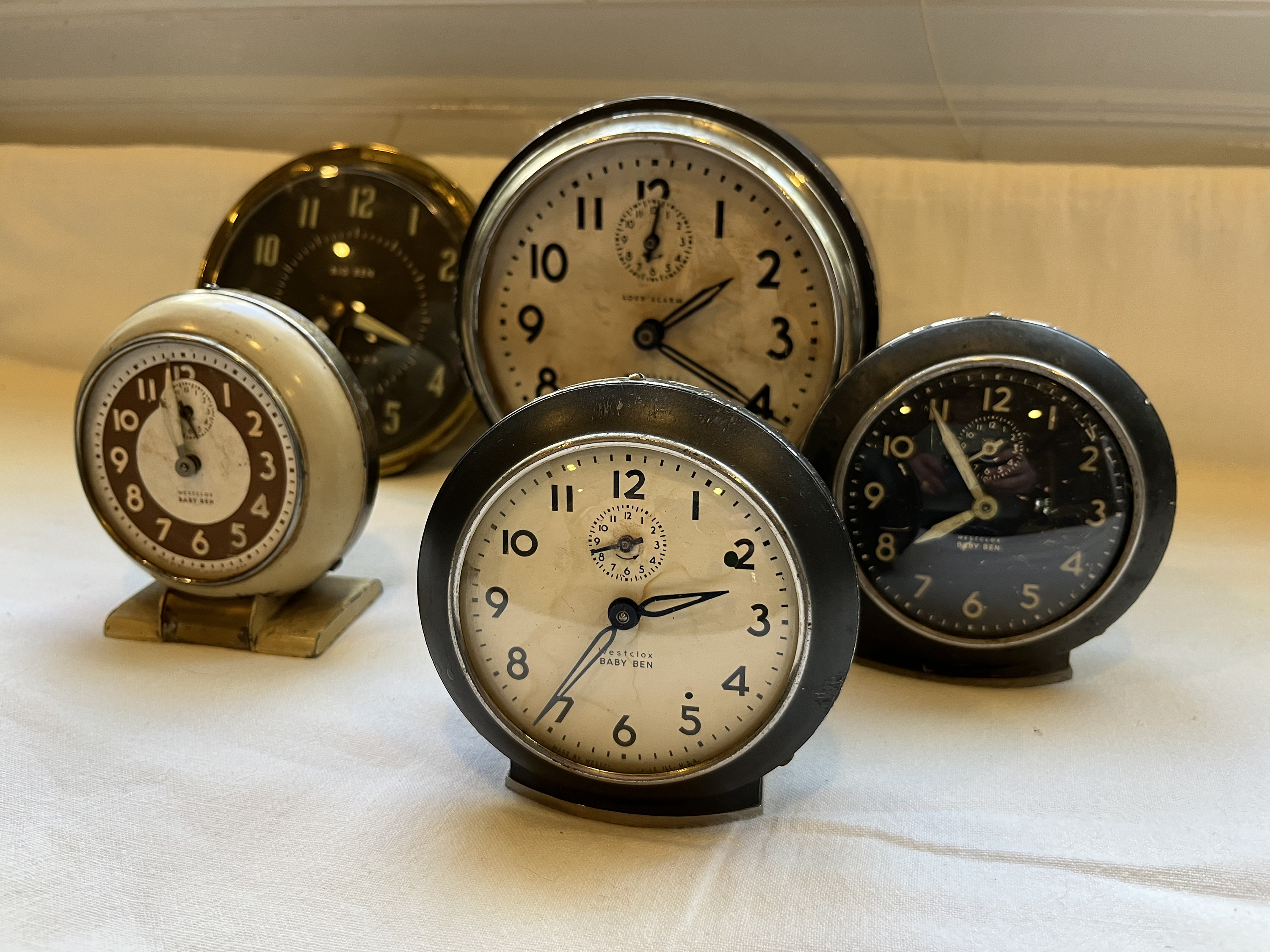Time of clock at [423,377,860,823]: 2:35
